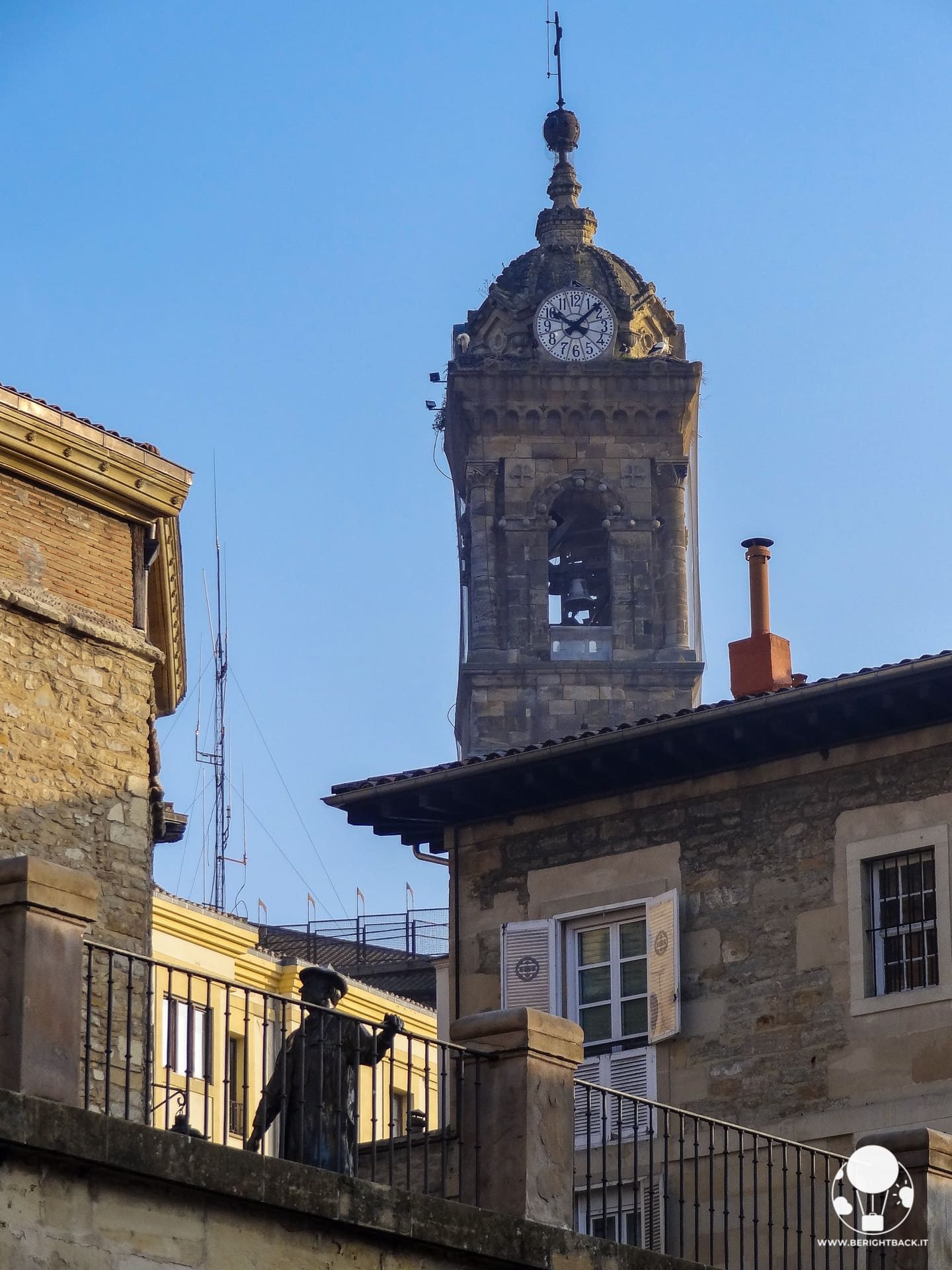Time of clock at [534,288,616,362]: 10:07
